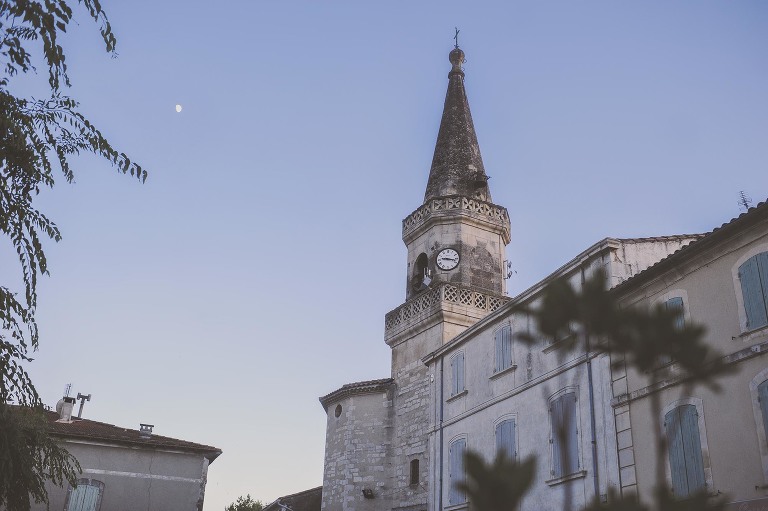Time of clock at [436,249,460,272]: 9:17
